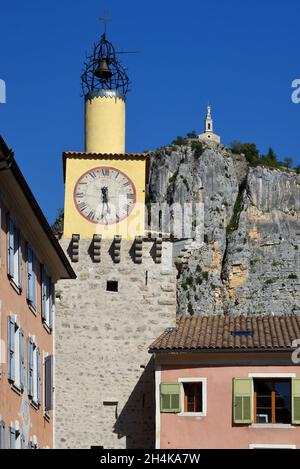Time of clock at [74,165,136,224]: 5:30
